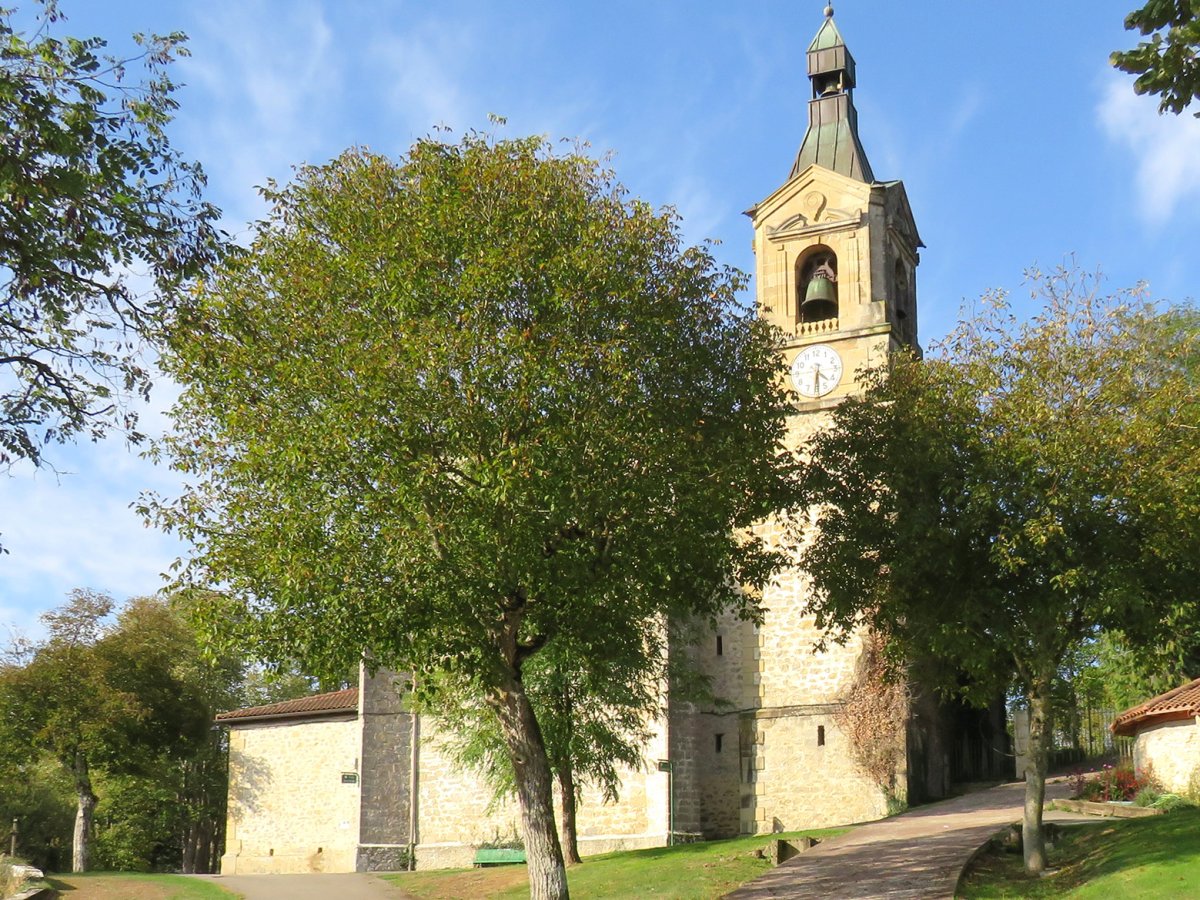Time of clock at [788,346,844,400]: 4:29
